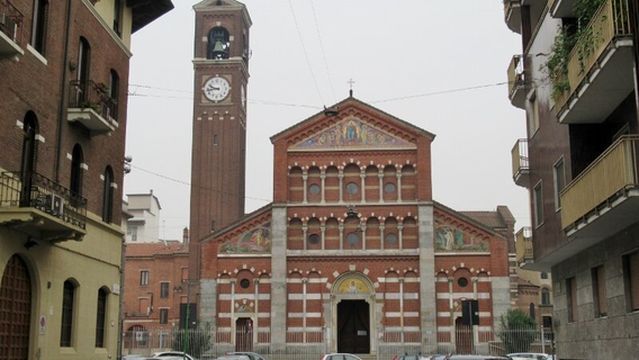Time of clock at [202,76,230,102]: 9:43
